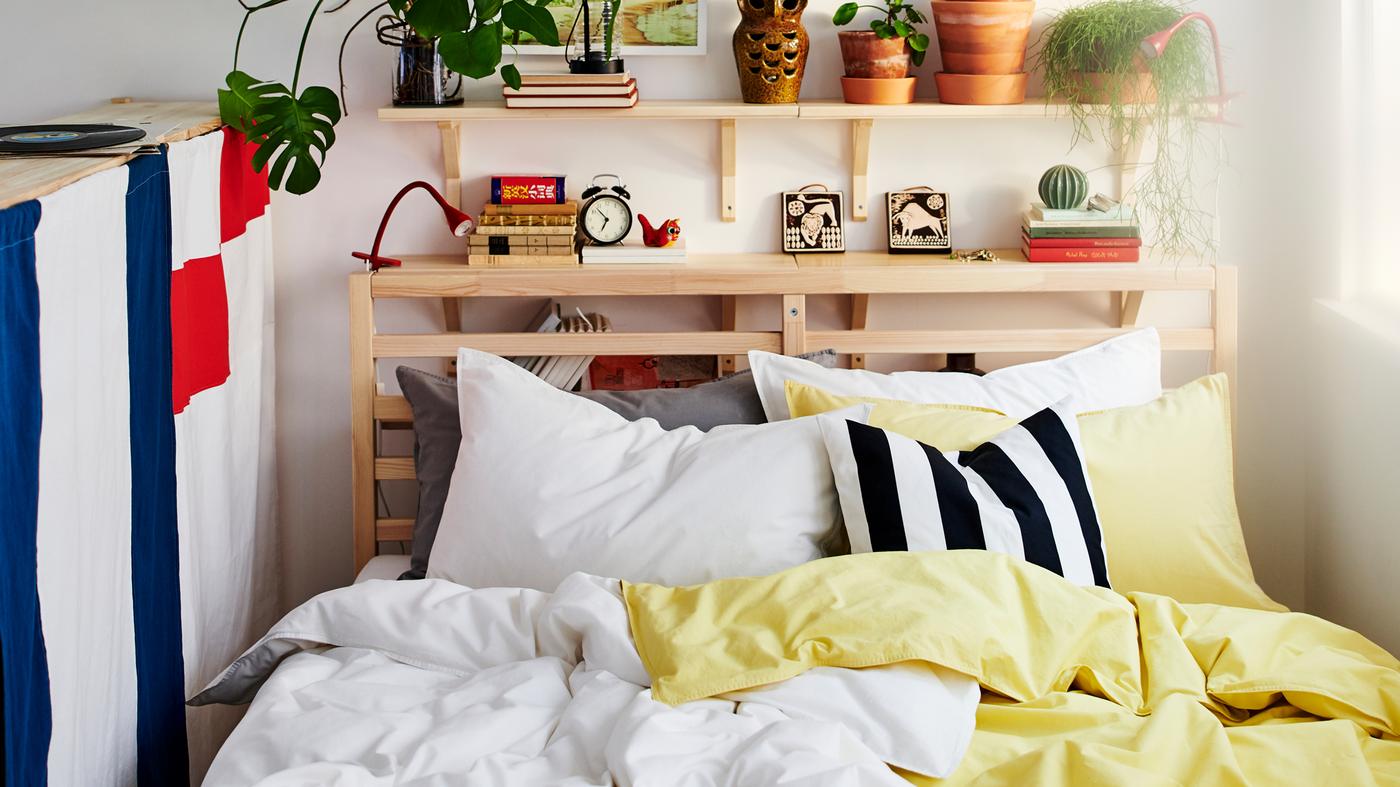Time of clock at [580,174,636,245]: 6:52
